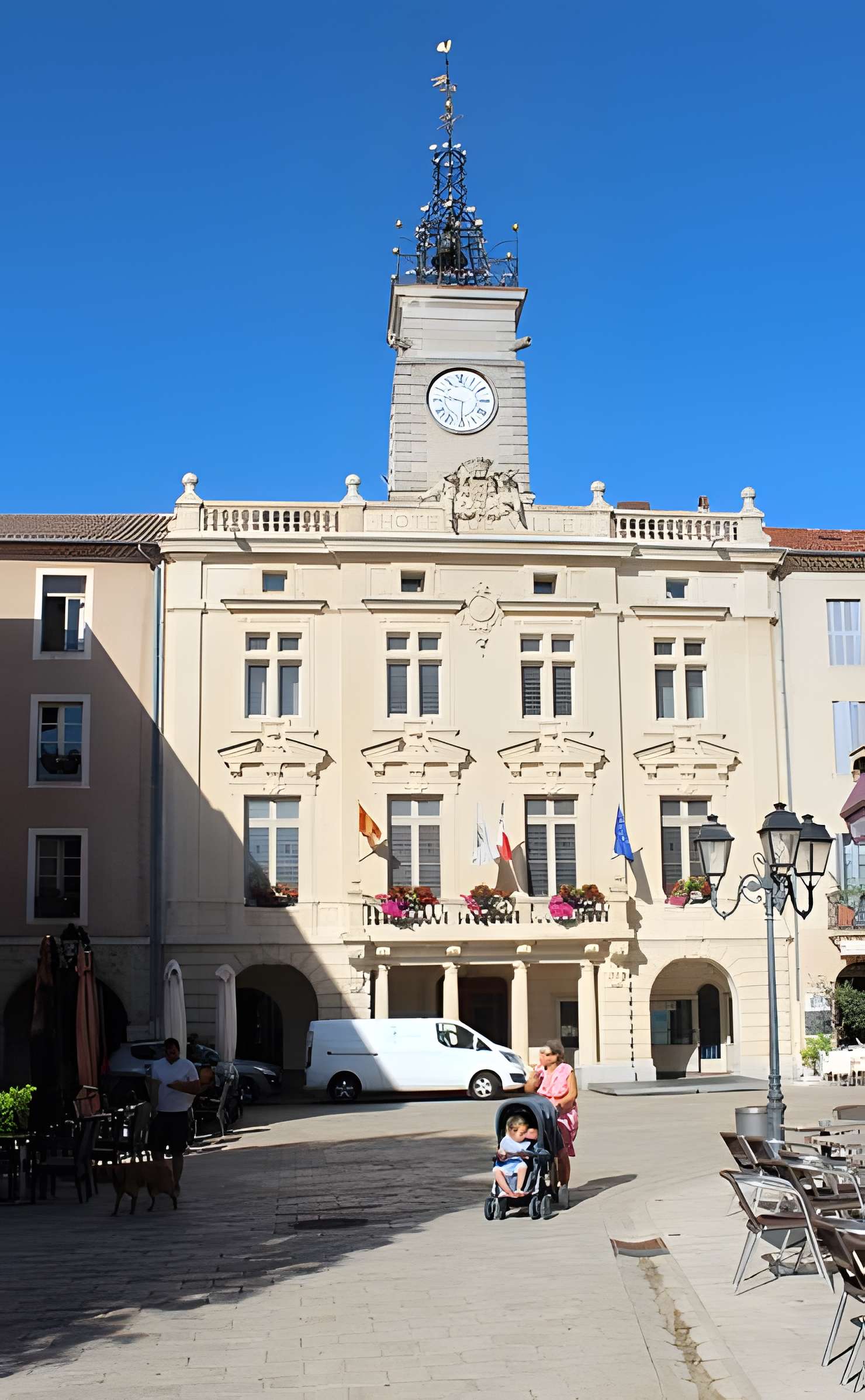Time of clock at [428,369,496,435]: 9:30
